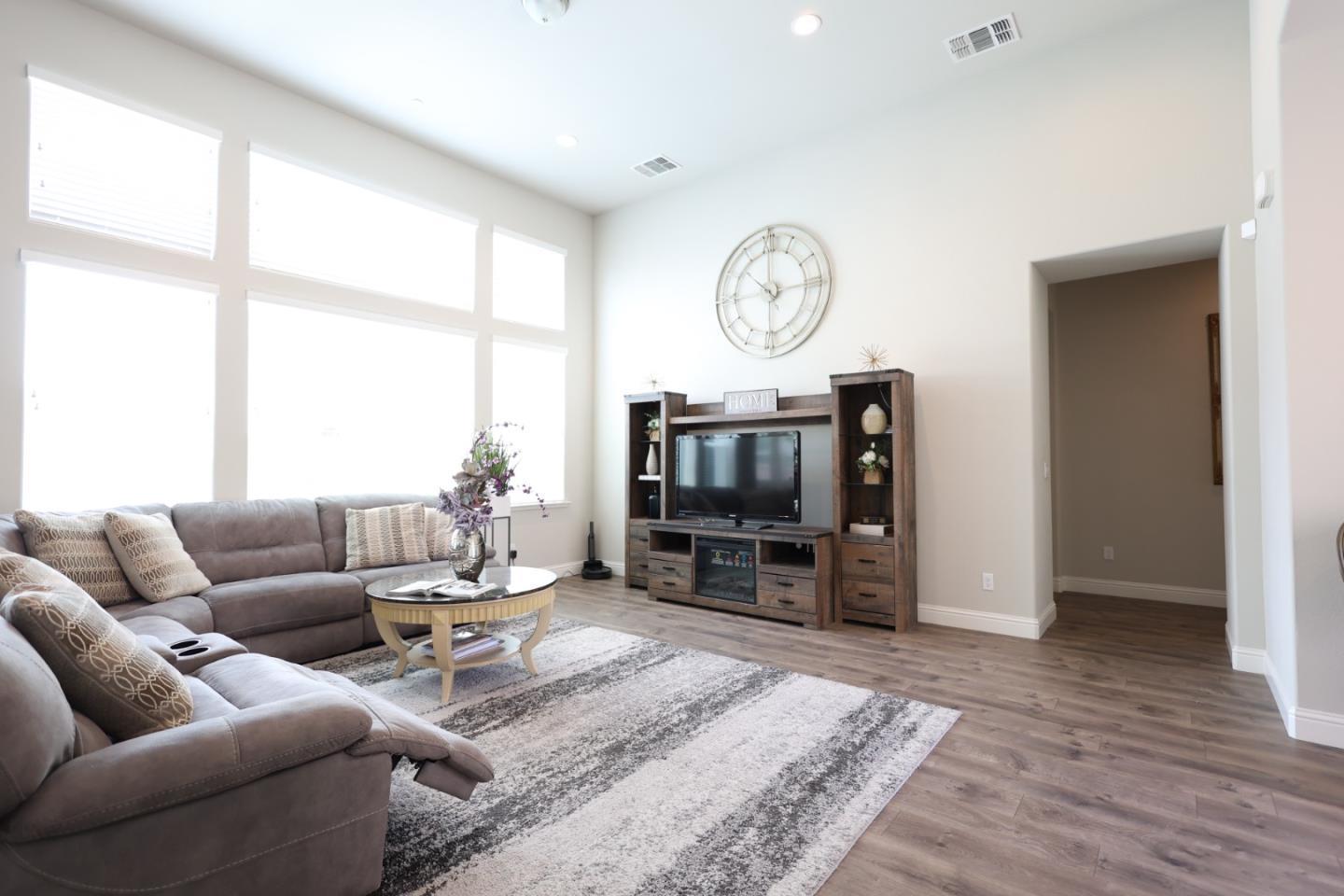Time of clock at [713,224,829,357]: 10:14
